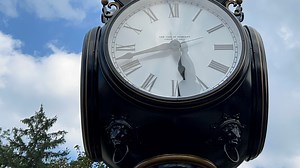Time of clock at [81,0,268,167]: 5:42
